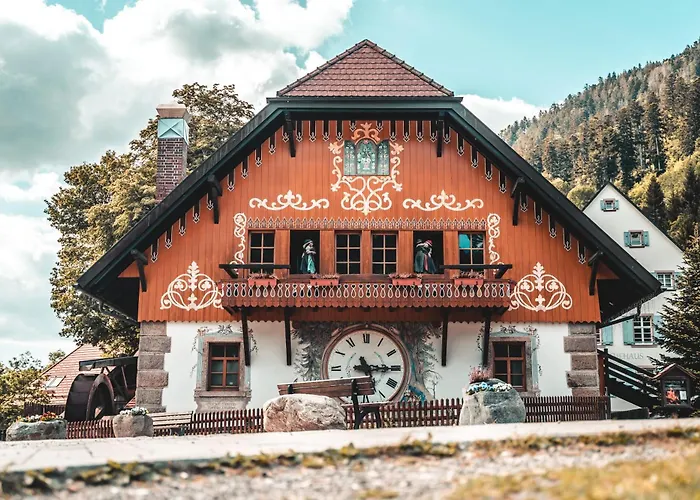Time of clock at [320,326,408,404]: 5:15
